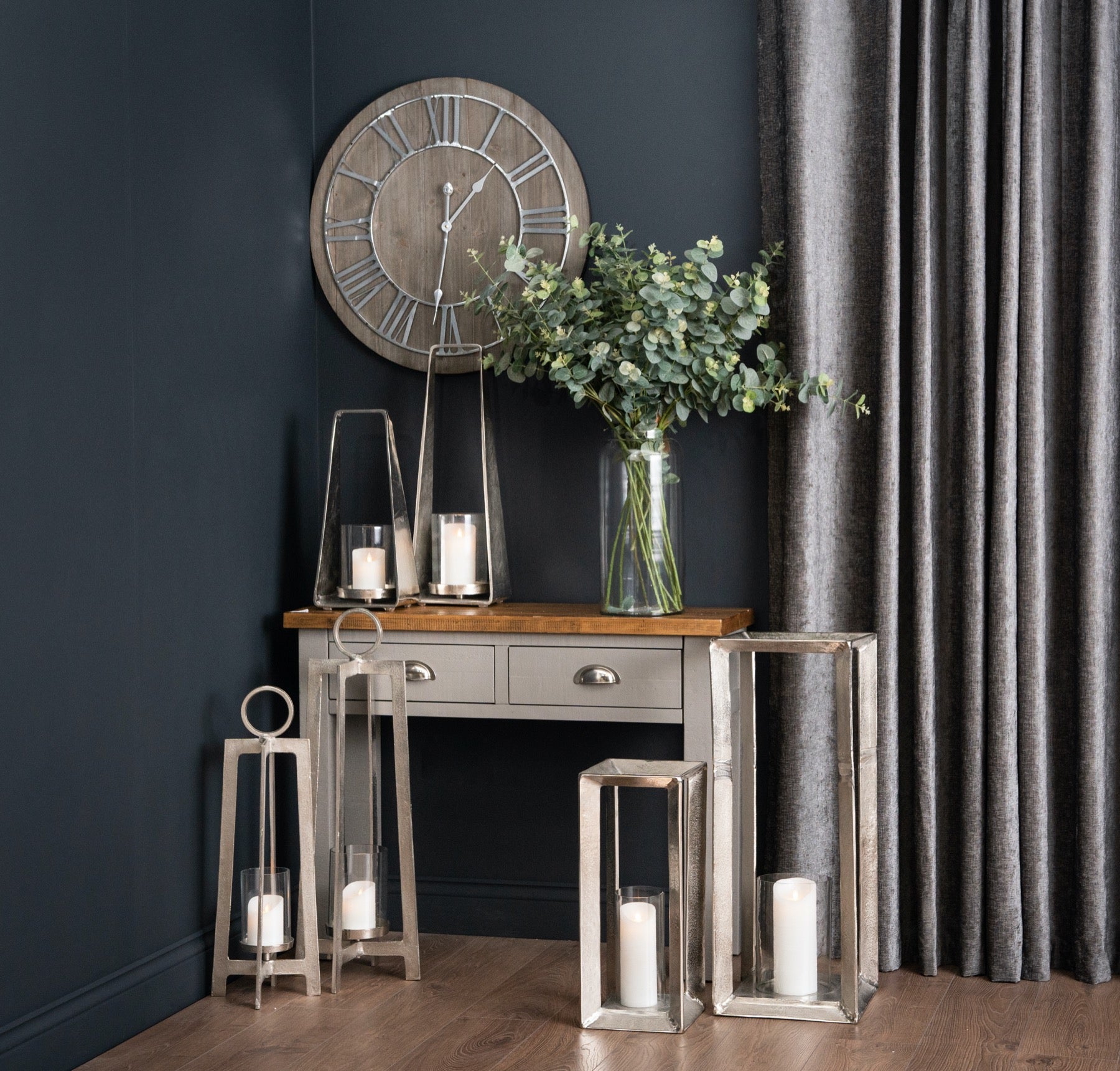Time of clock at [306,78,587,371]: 1:31
